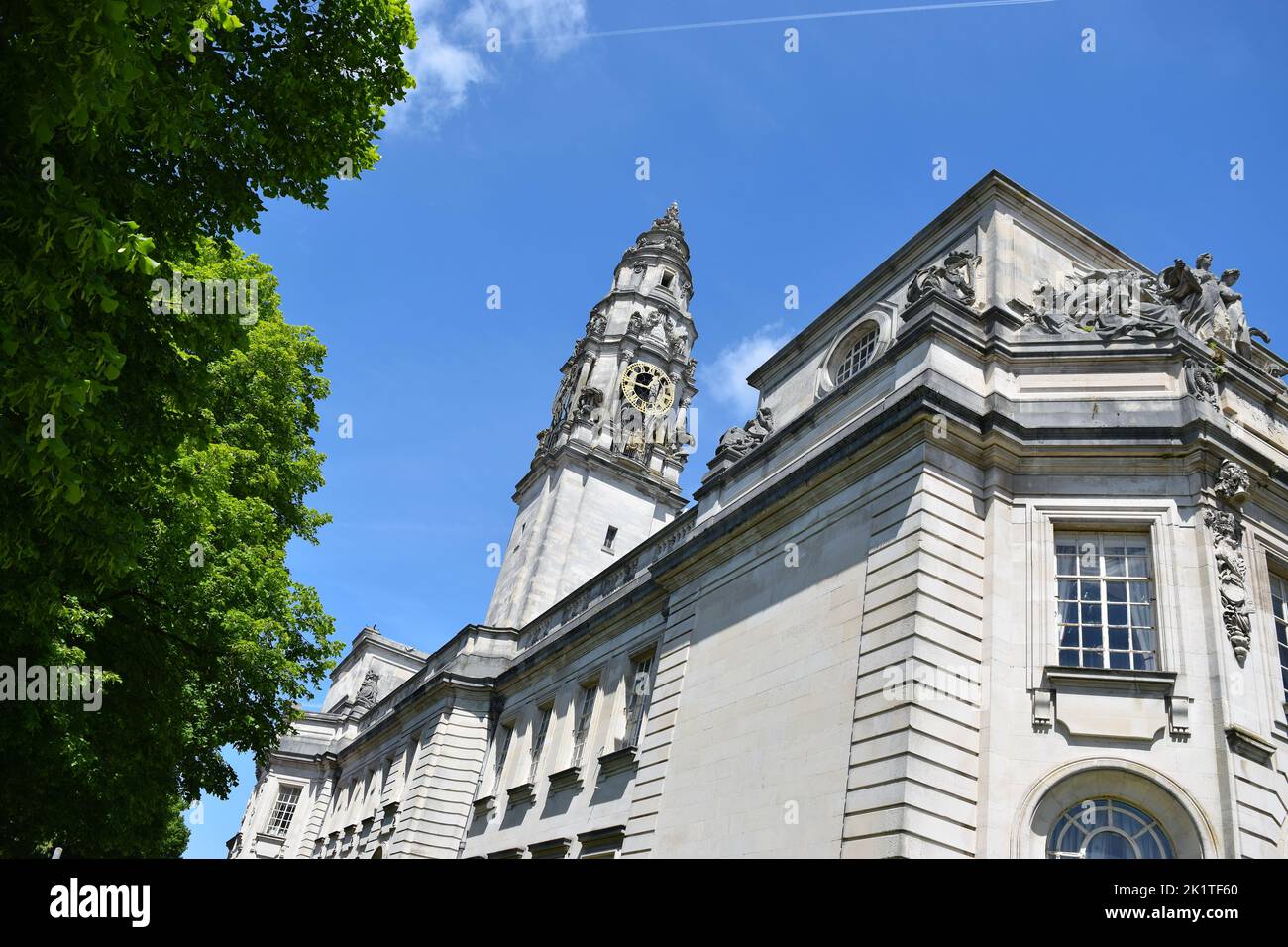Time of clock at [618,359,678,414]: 12:46
